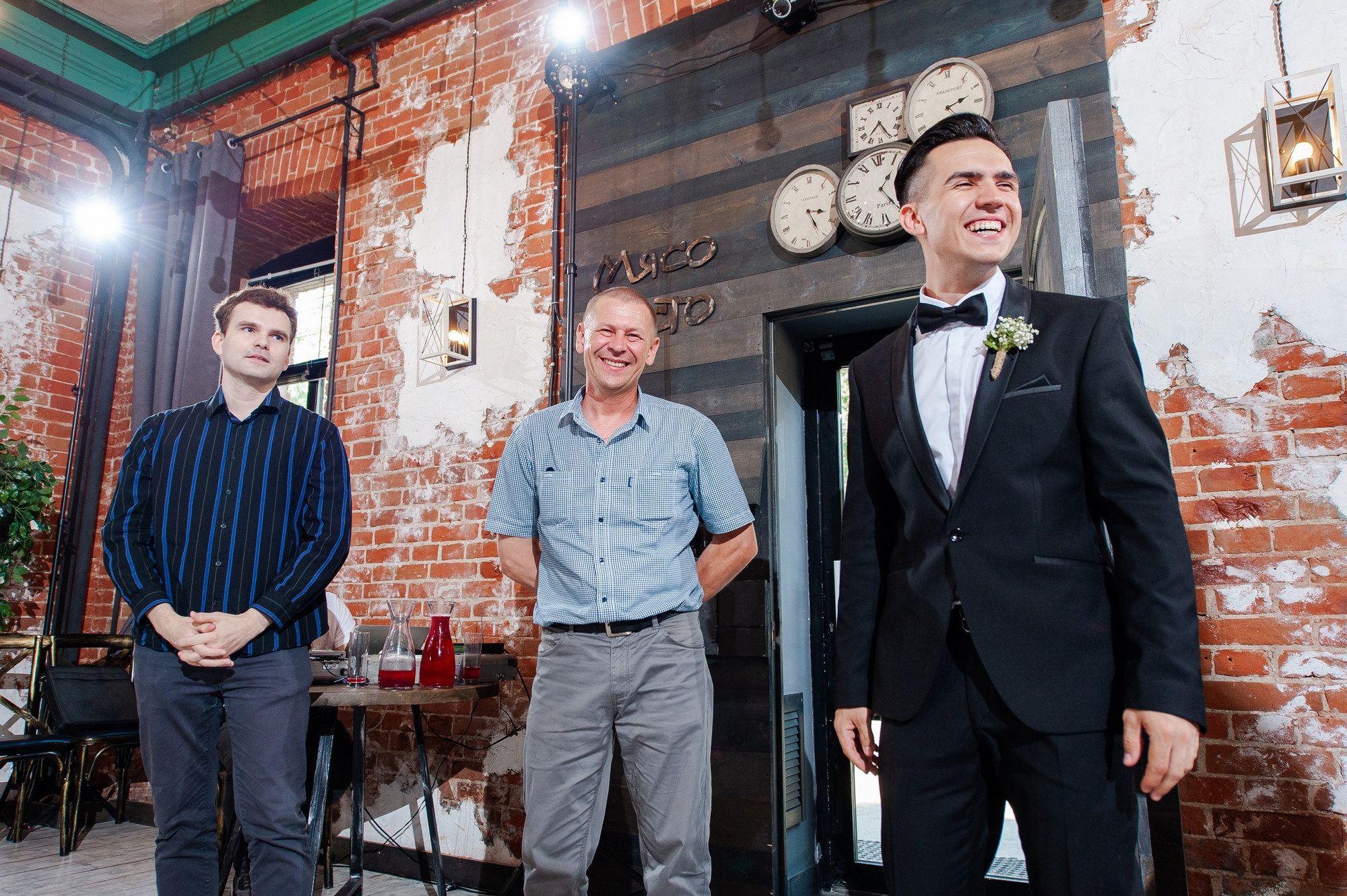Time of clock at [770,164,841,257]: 3:25
